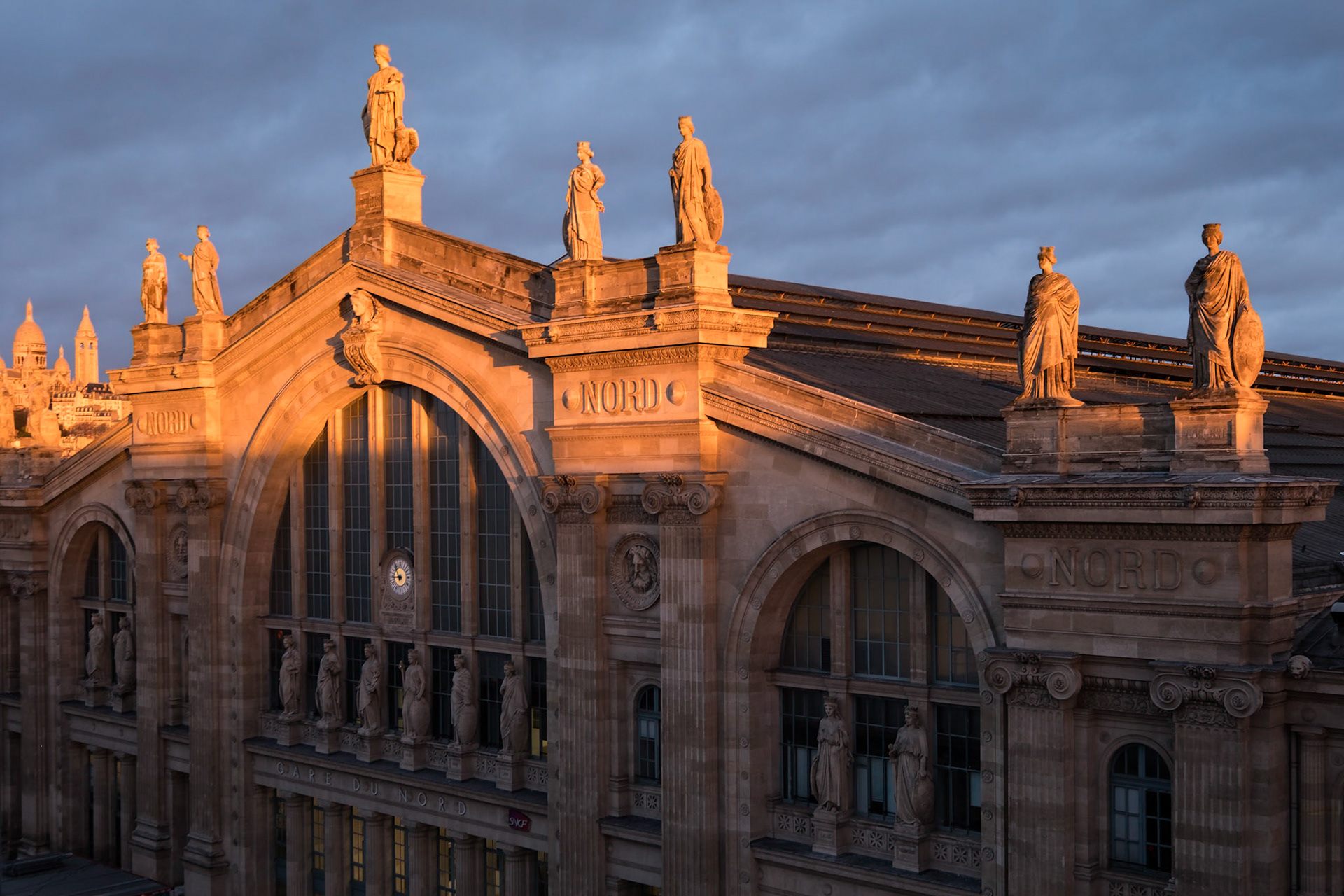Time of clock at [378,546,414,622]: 10:45
